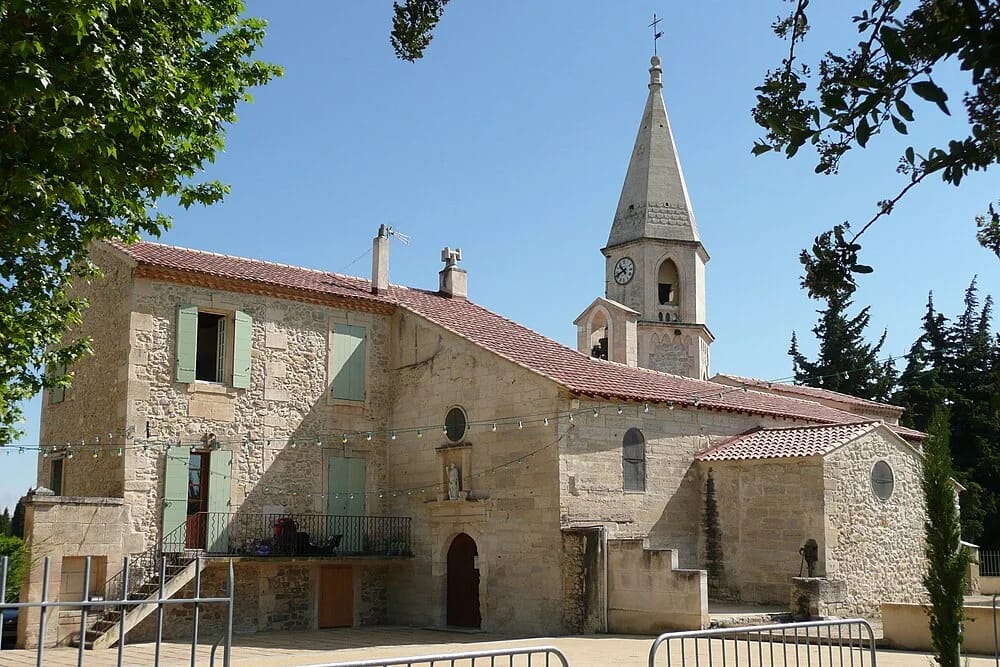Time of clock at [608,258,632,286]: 10:41
